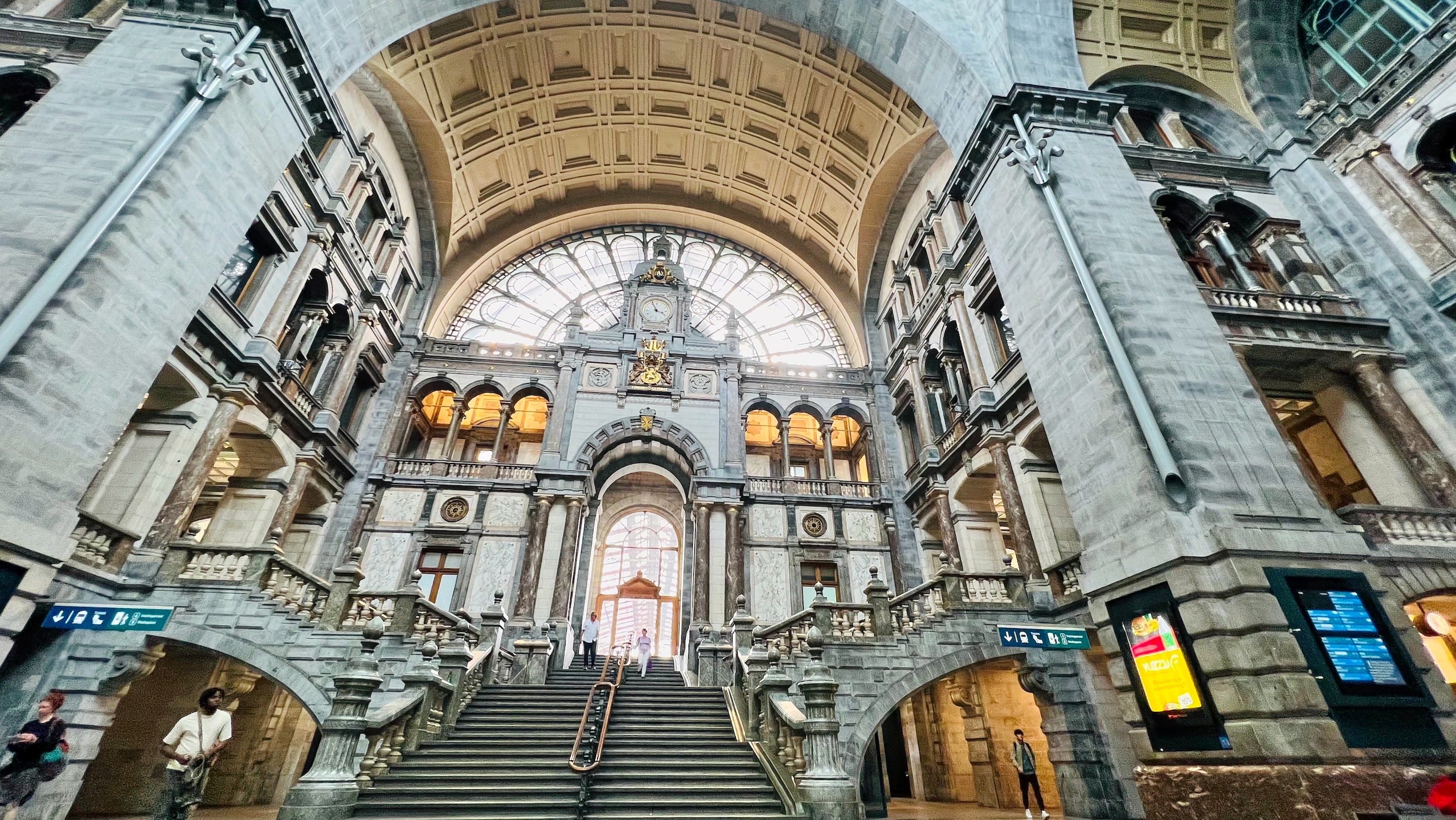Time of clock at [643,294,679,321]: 3:56
